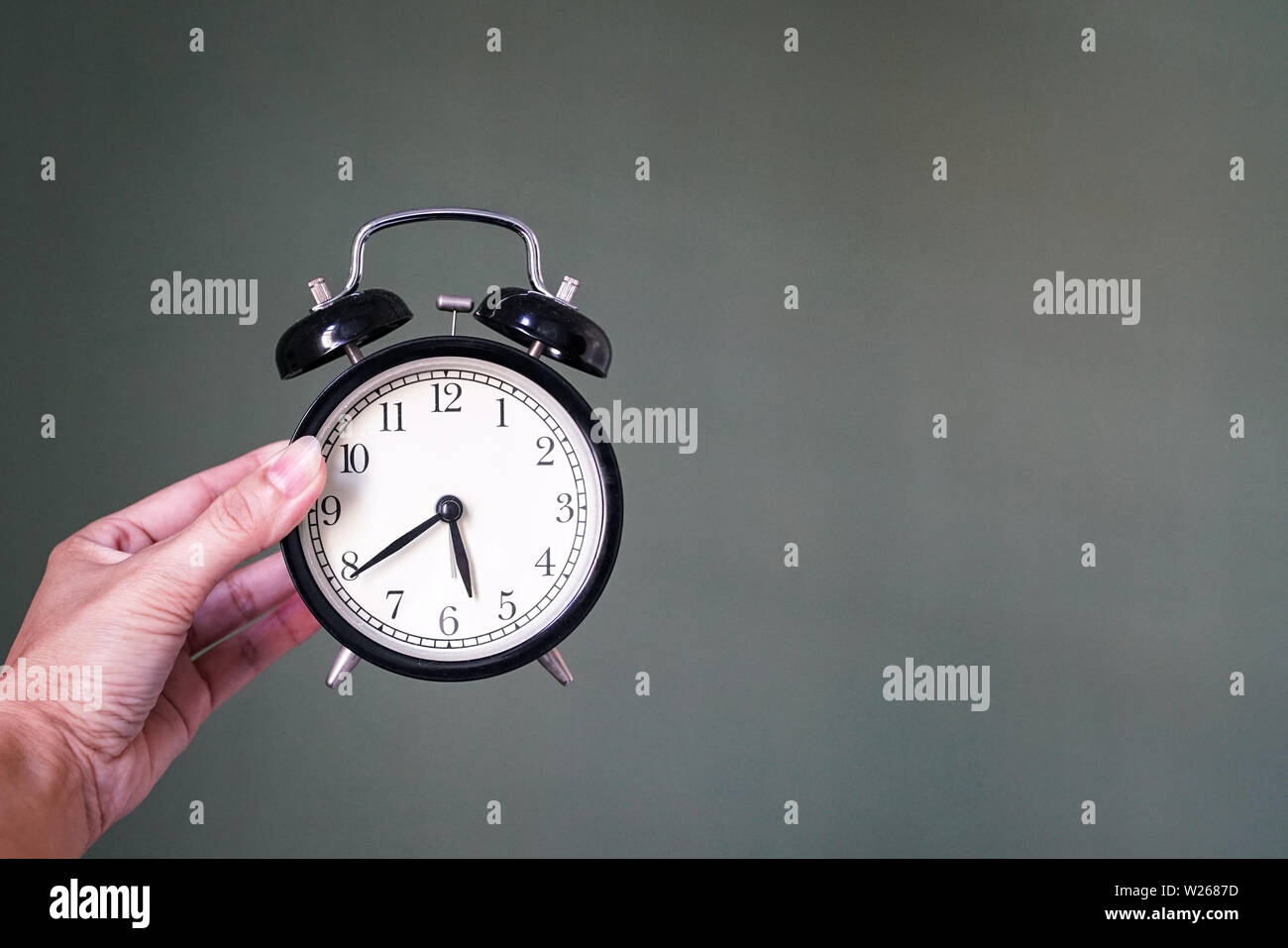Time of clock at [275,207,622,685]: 5:39
